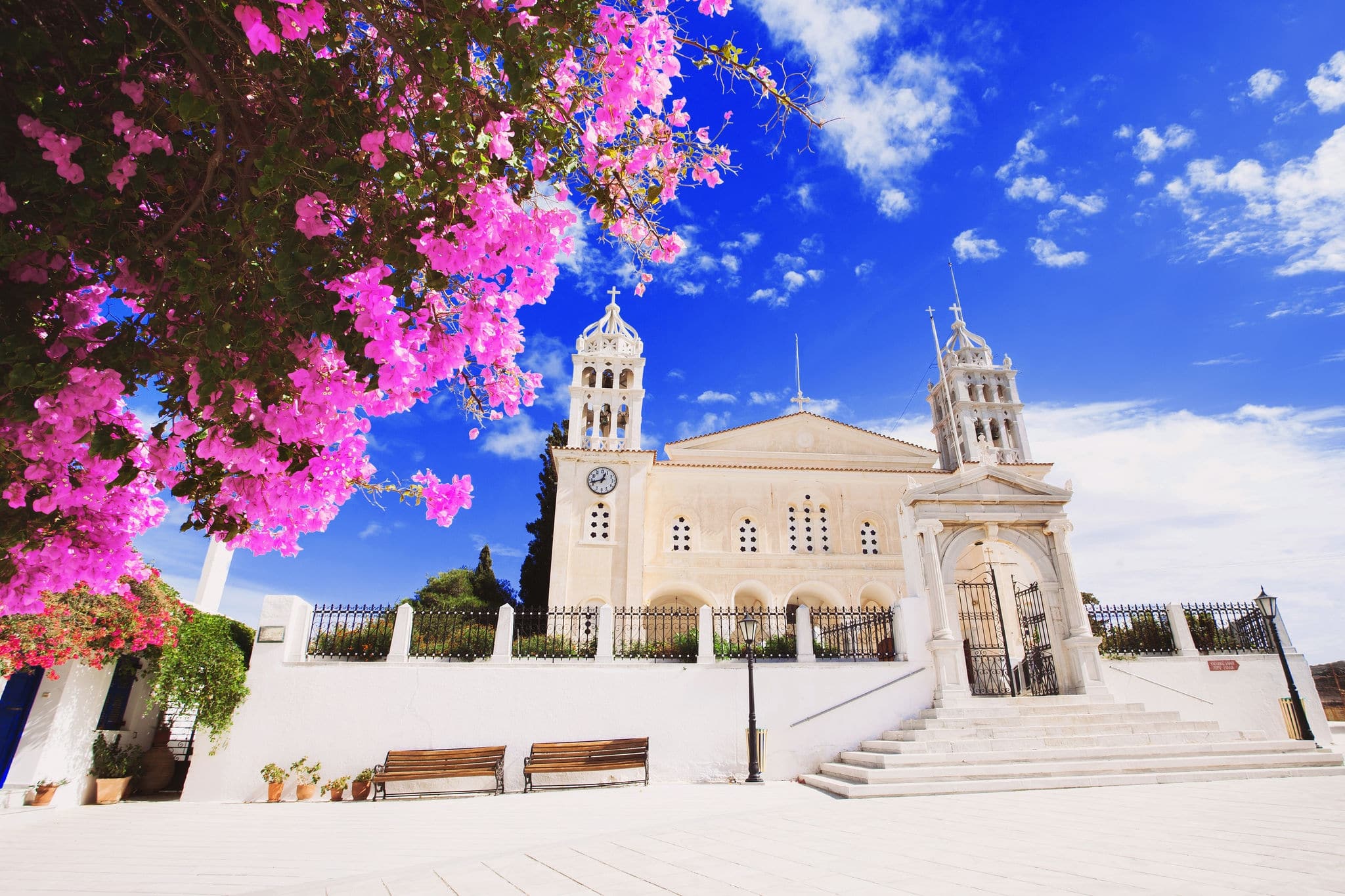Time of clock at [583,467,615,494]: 12:42
